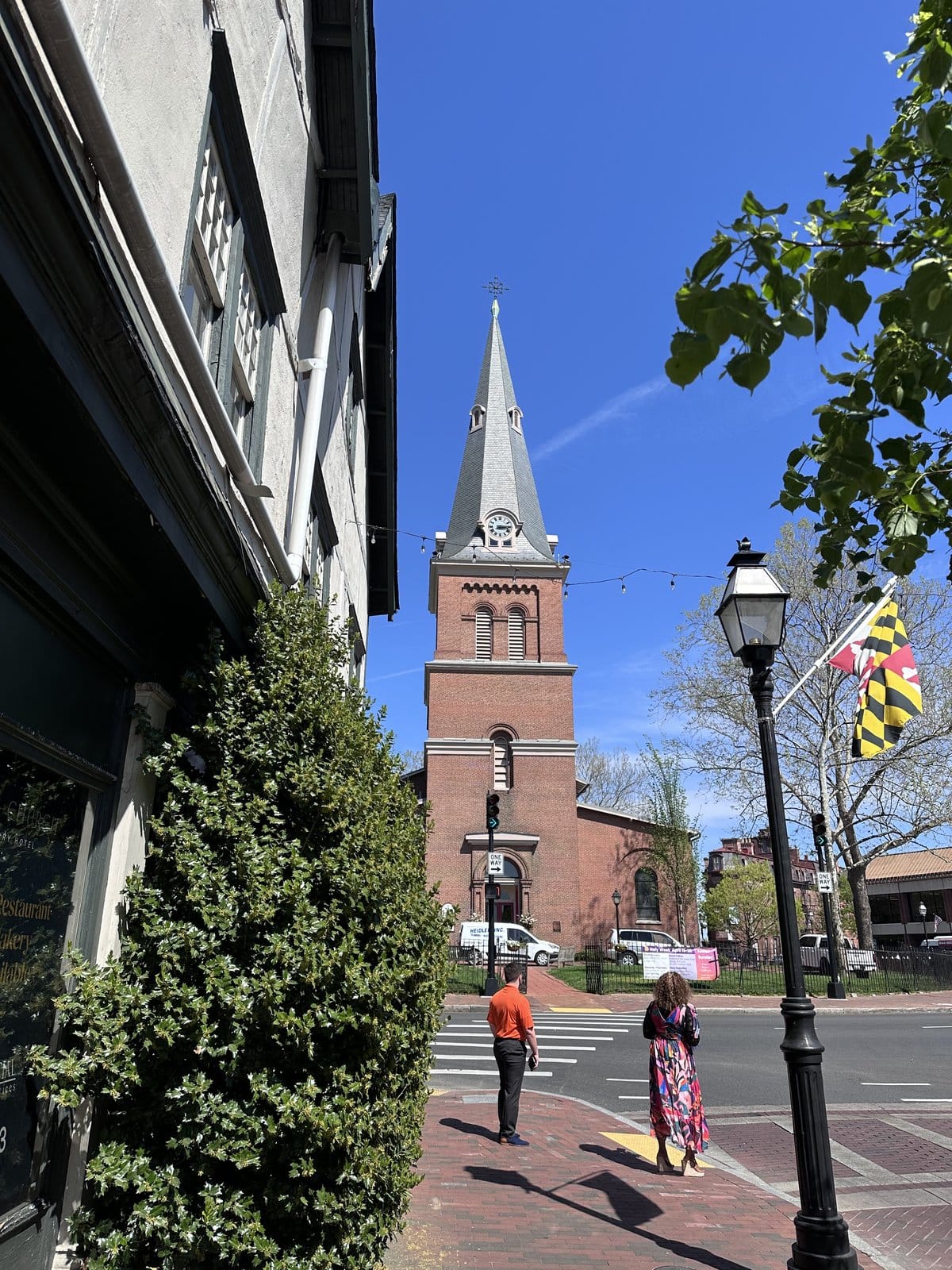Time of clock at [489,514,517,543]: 3:14
